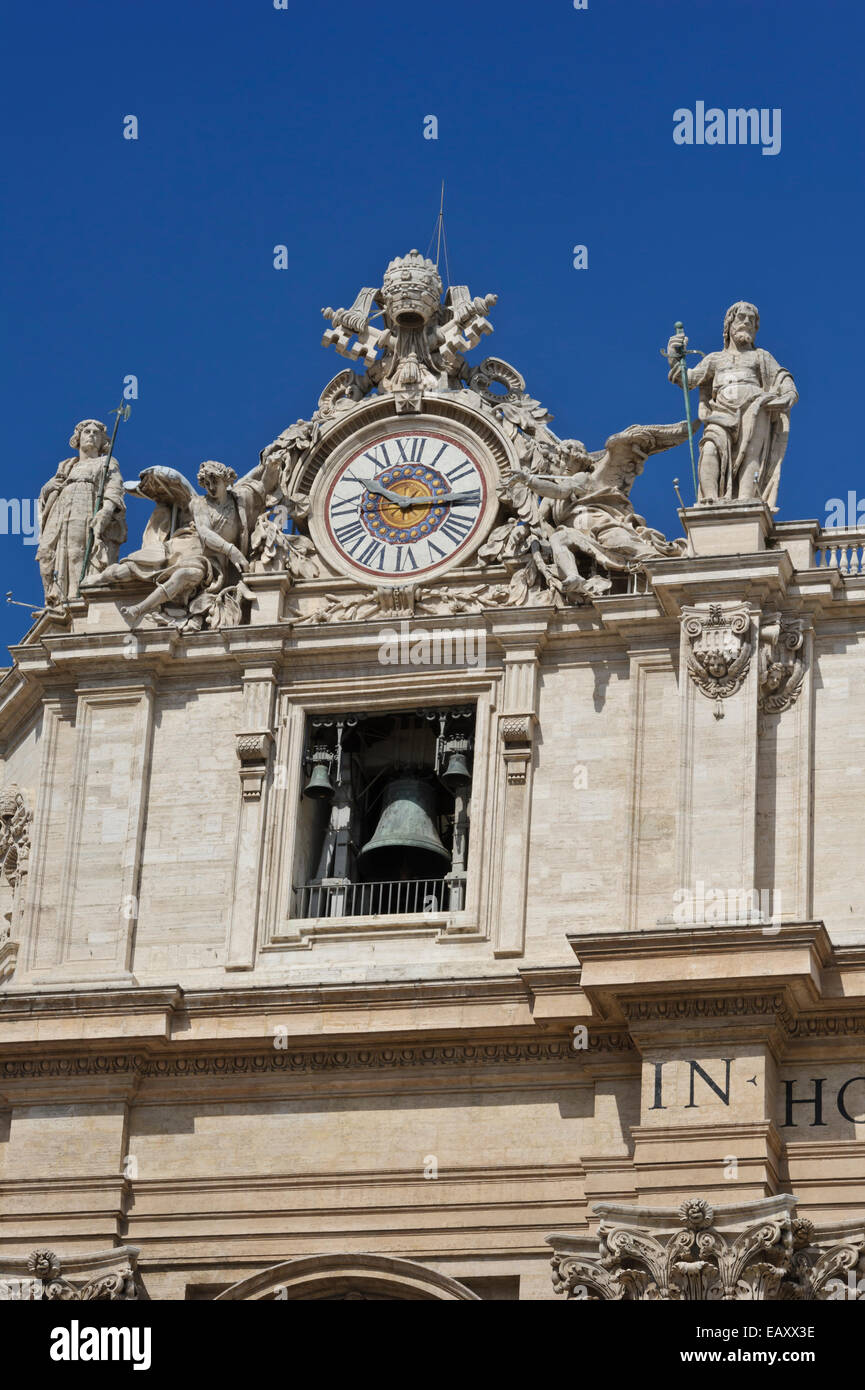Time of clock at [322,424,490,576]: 10:14
